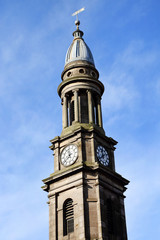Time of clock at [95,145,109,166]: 11:38
